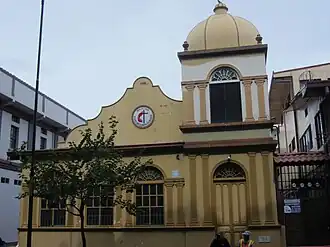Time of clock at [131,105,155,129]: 12:28
